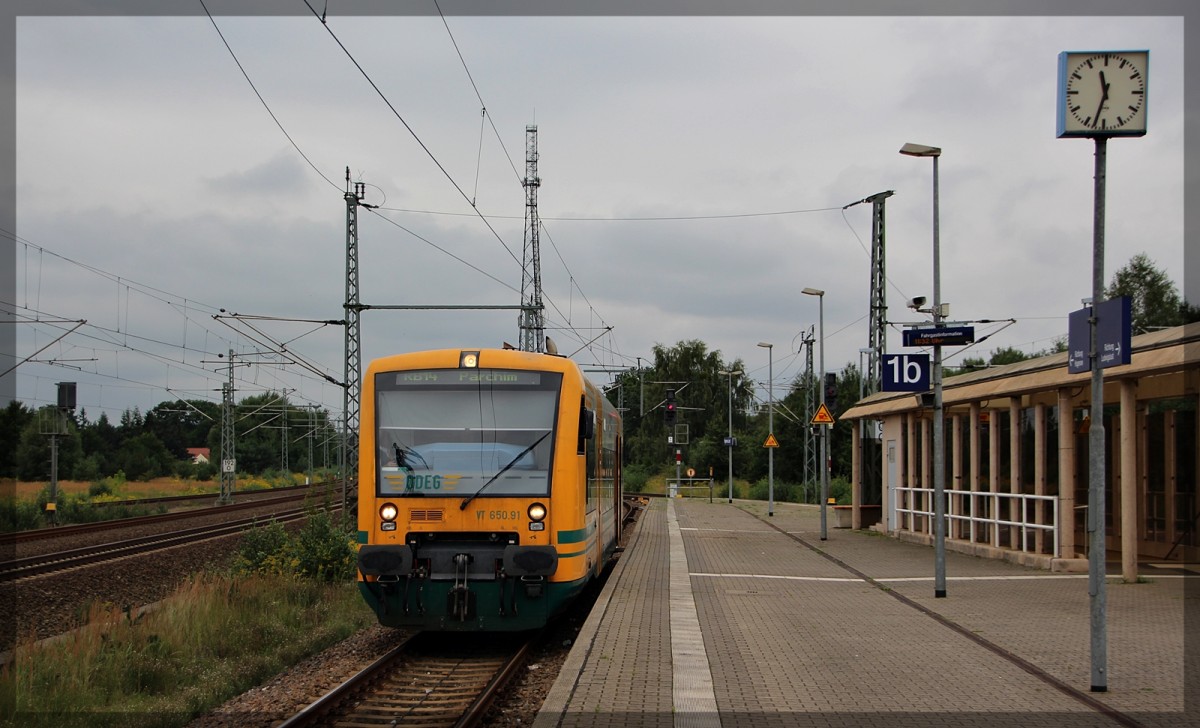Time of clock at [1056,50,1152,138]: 11:32
